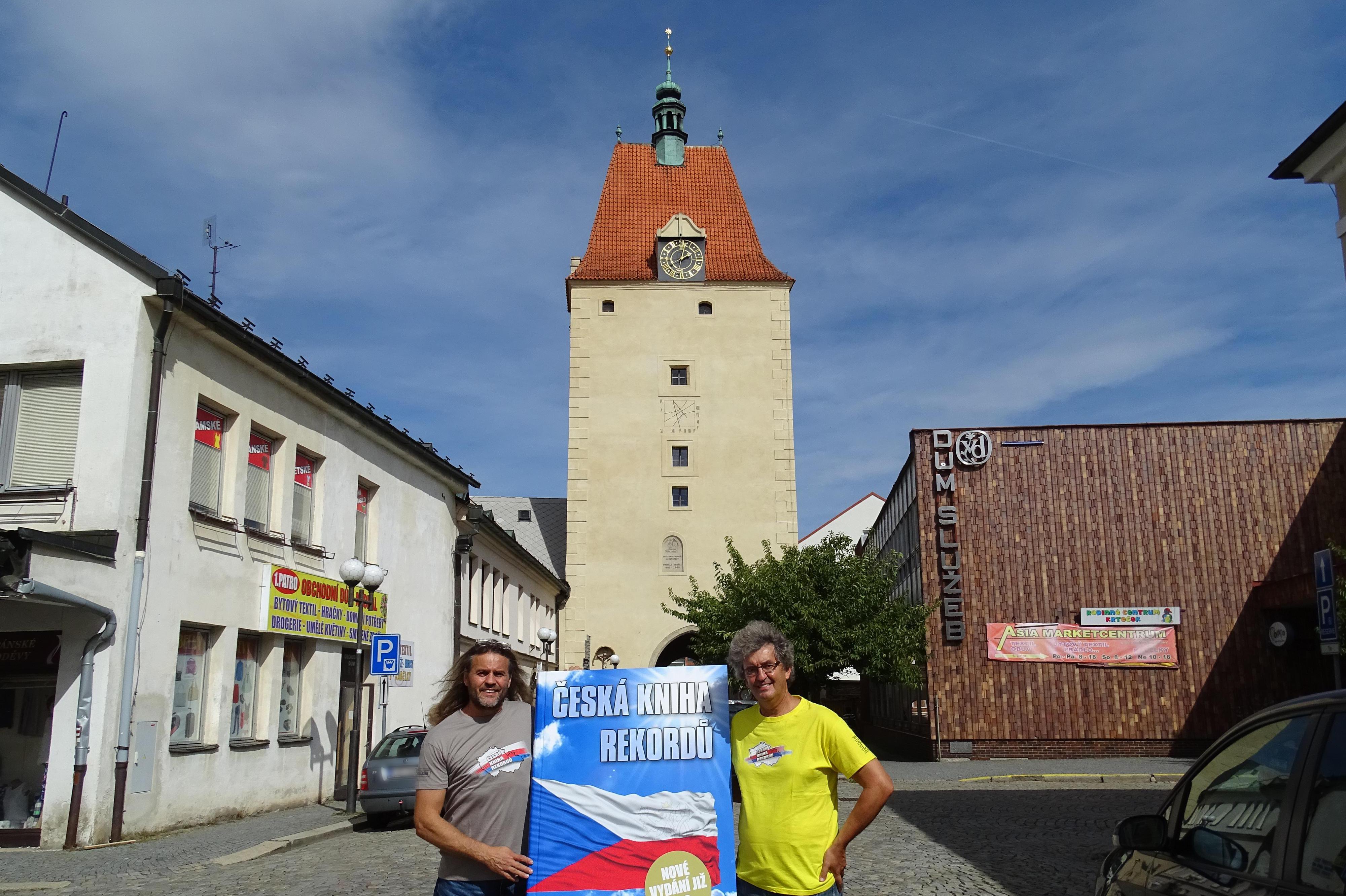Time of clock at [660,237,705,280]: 2:02
